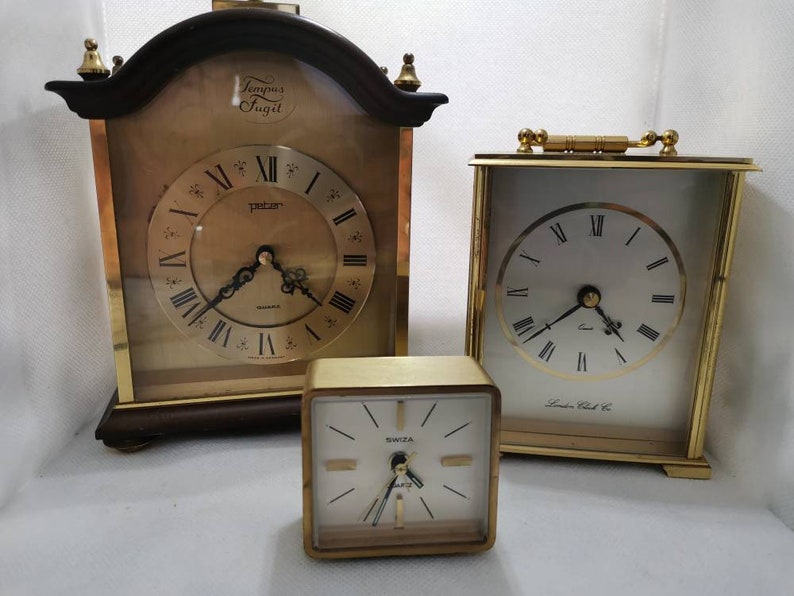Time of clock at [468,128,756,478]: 4:37
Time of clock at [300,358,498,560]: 4:34
